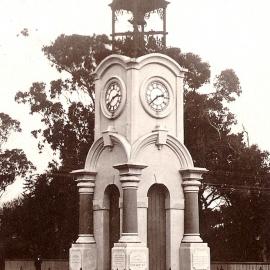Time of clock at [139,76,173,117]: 2:38
